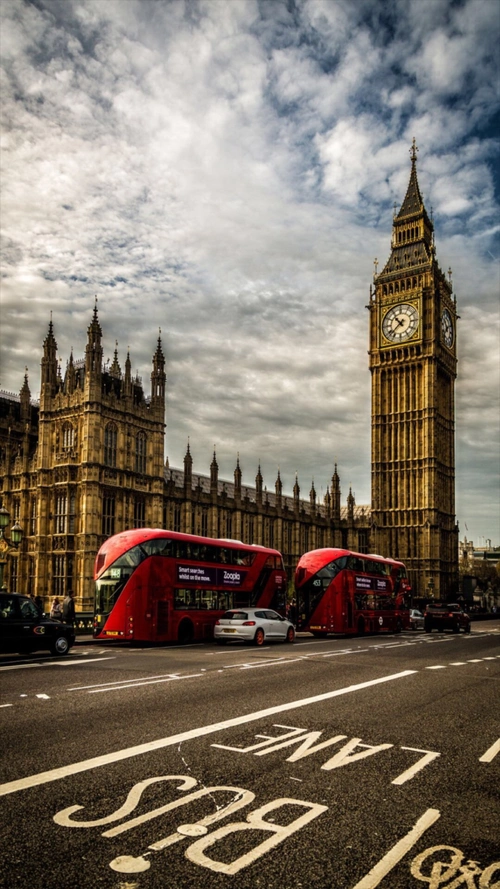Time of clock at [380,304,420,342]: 10:38
